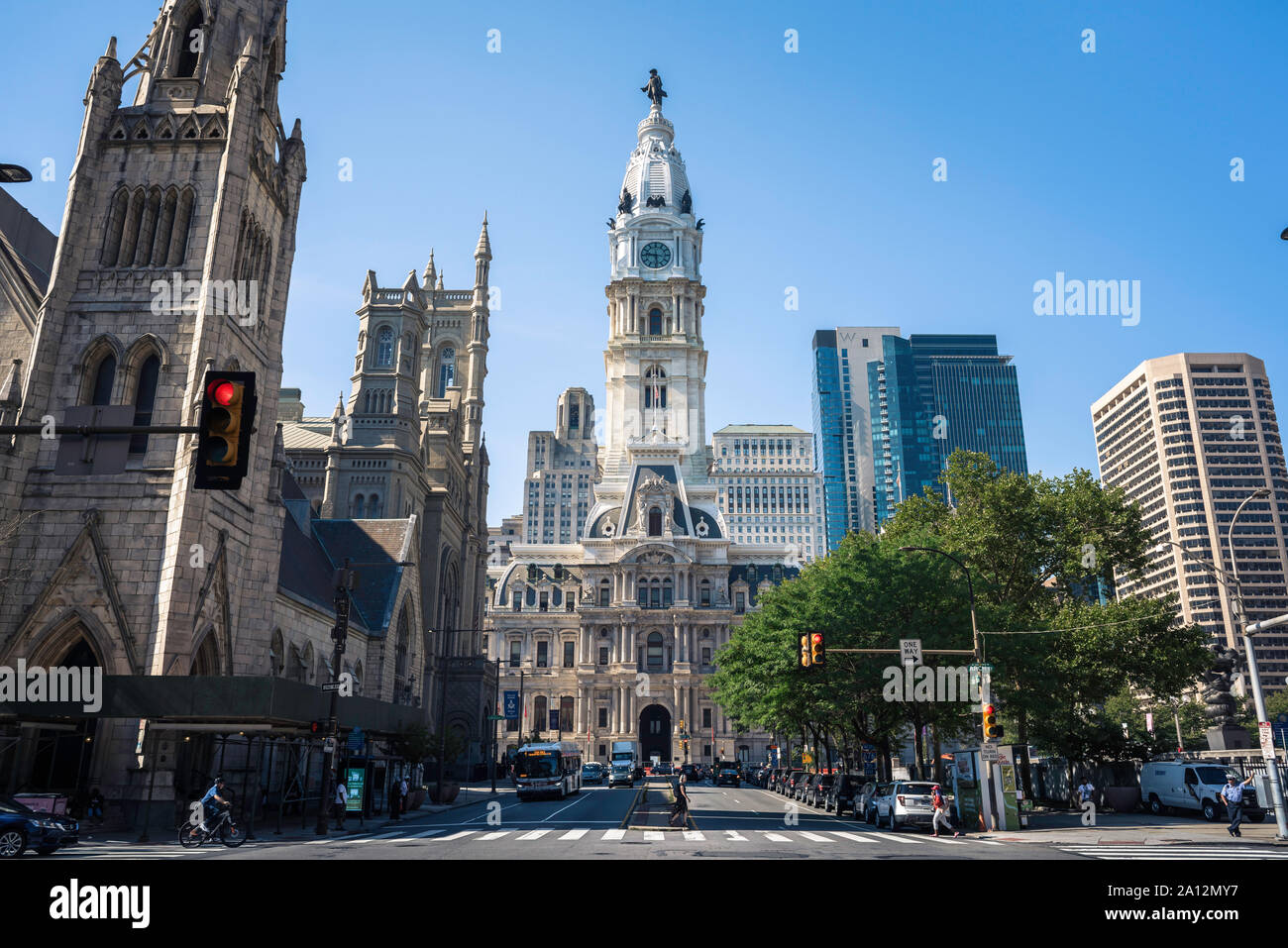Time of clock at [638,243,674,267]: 5:46
